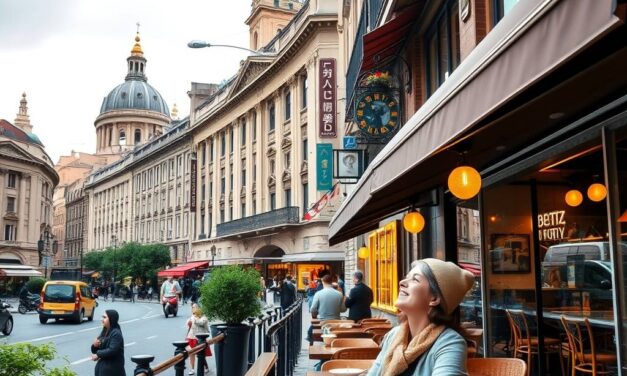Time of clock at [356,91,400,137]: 1:28
